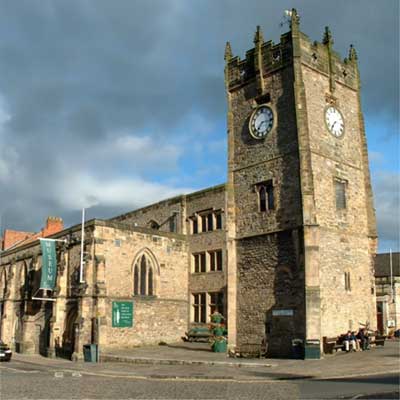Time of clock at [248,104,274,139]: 7:15
